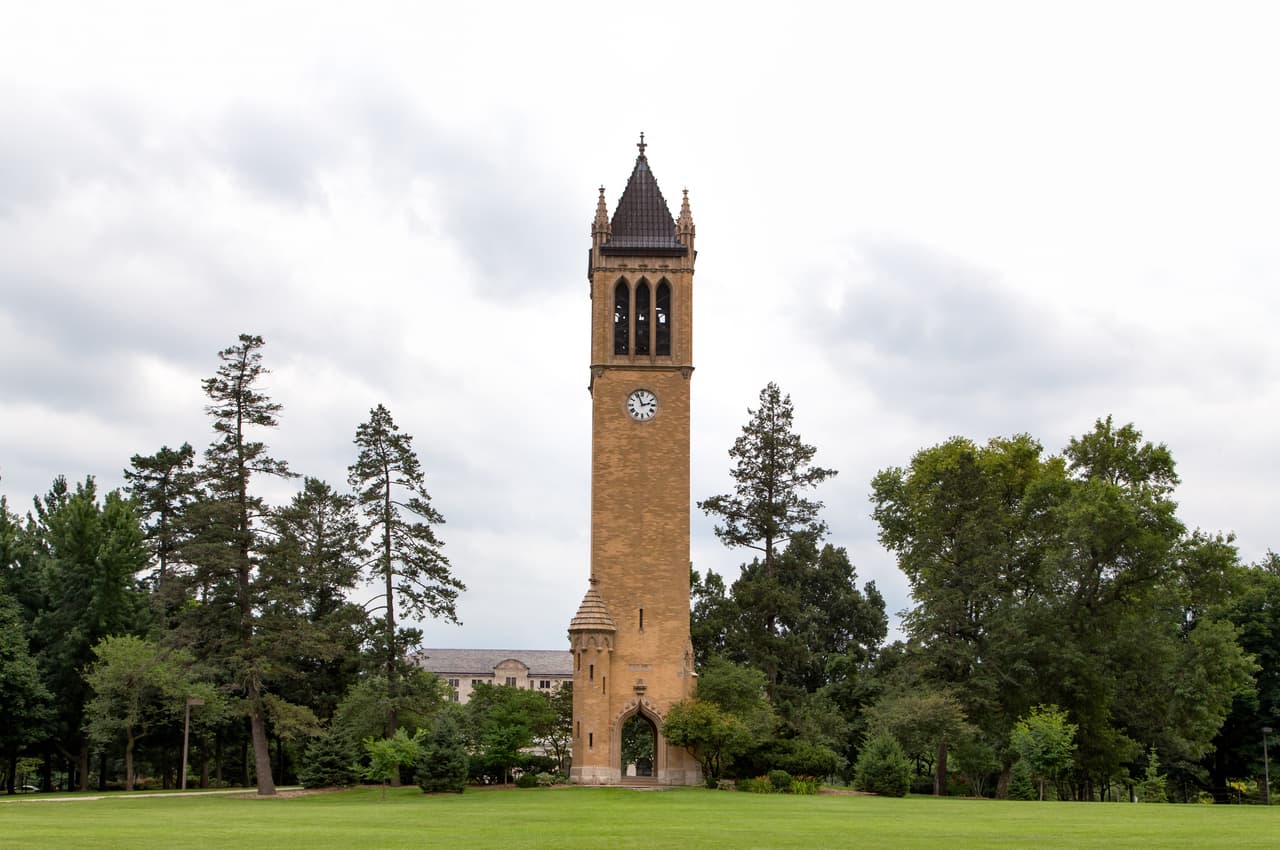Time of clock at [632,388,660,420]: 2:56
